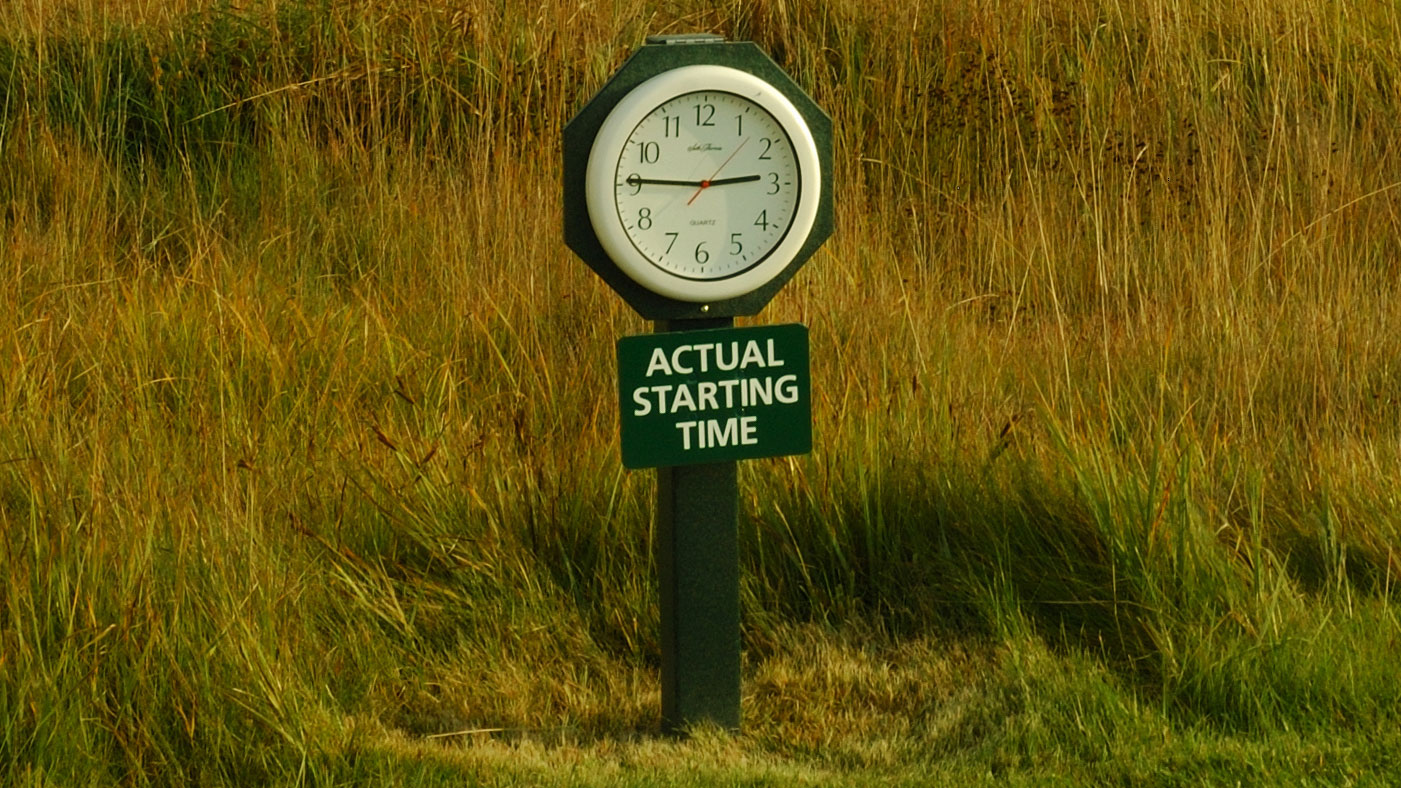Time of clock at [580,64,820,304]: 2:45
